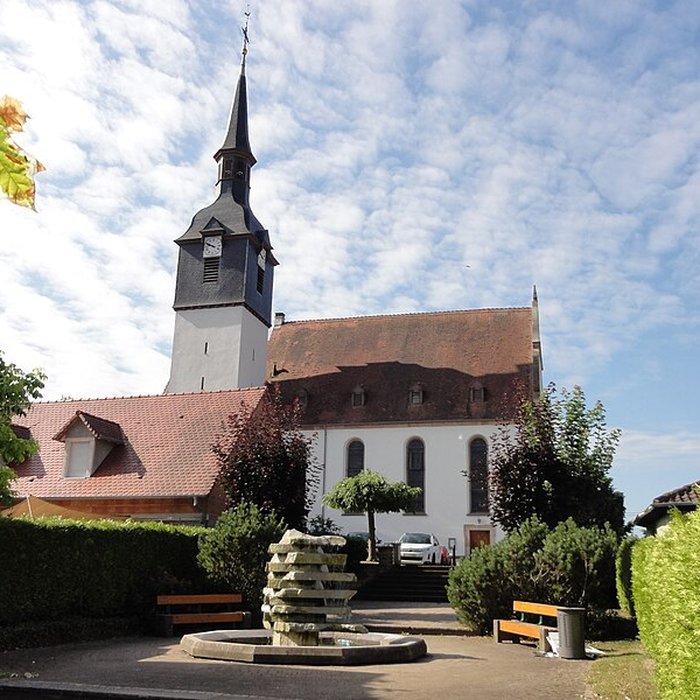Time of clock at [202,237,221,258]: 9:48
